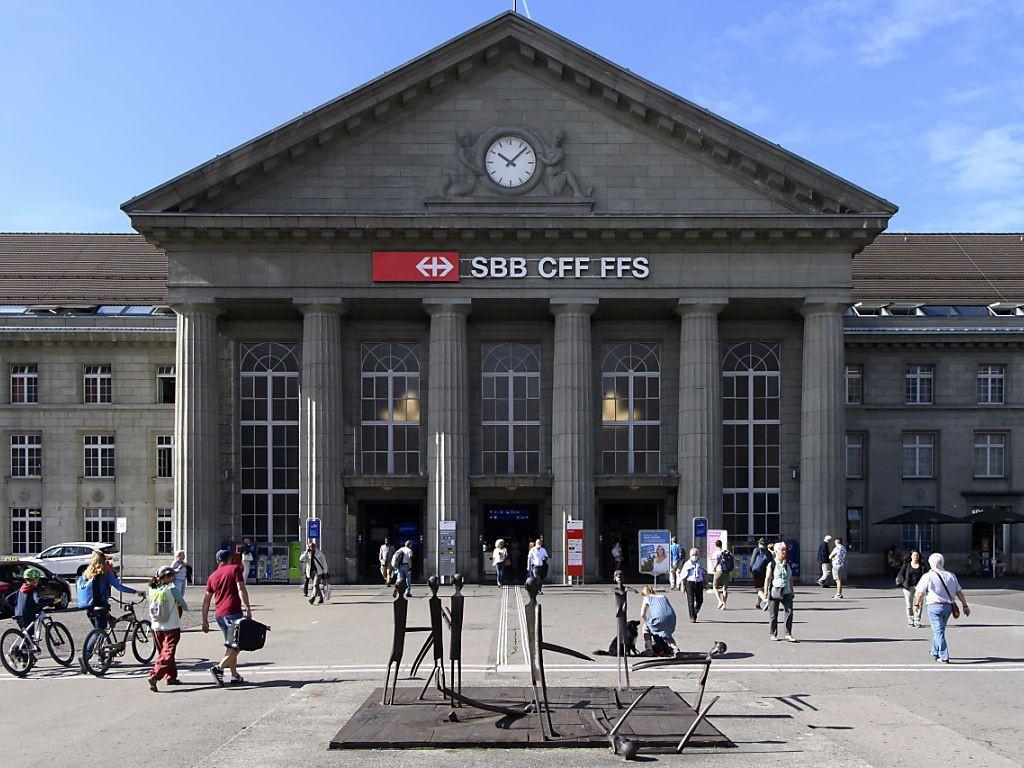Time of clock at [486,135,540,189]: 10:07
